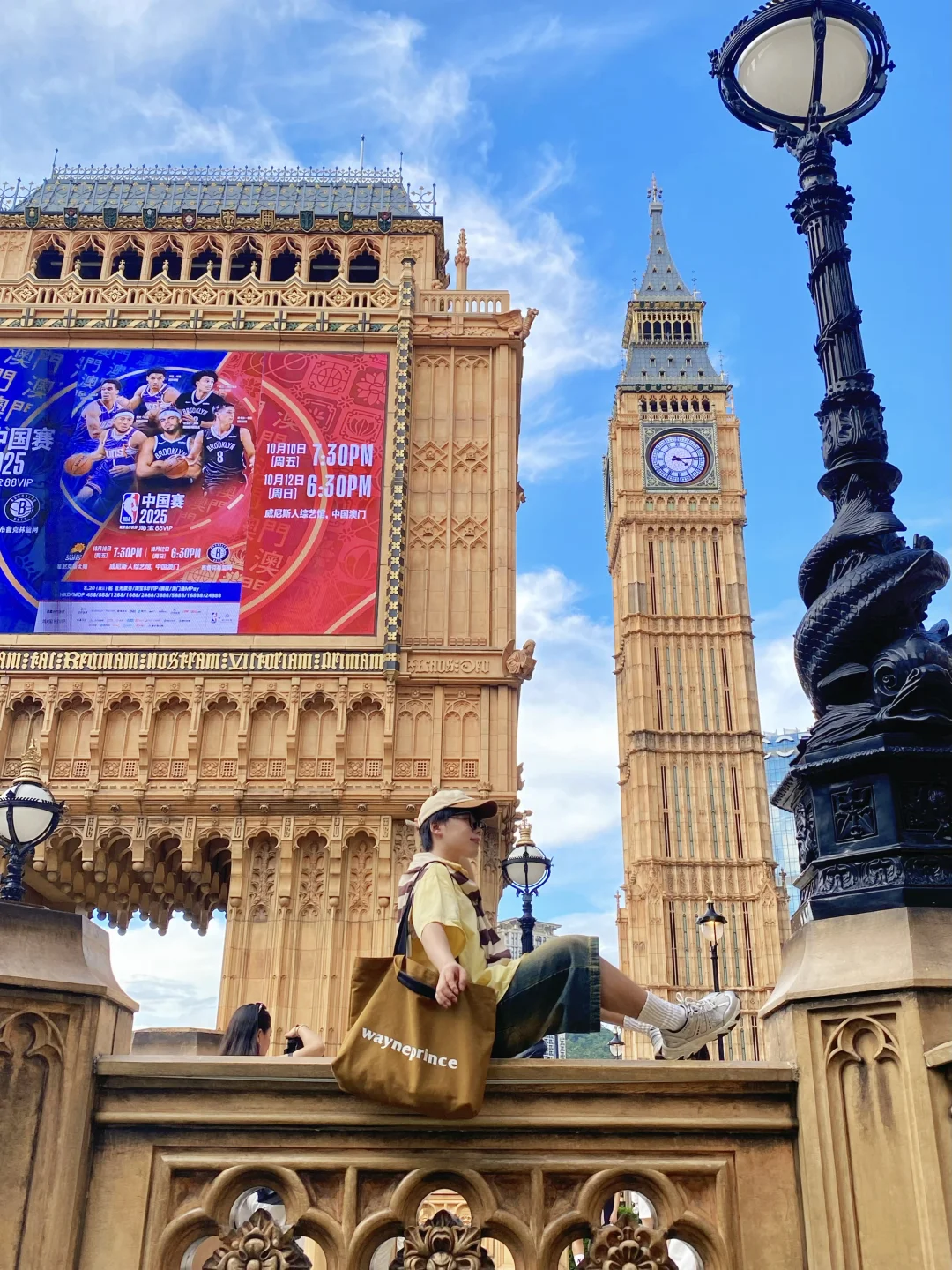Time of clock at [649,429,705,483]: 4:13
